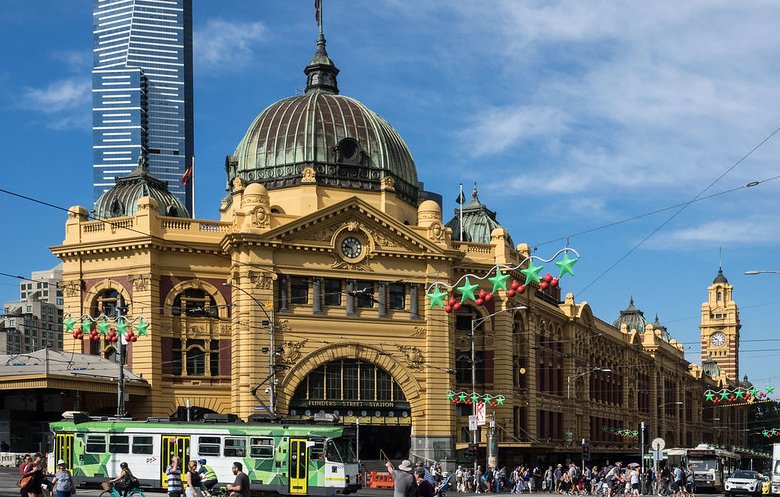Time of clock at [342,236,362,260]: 9:28
